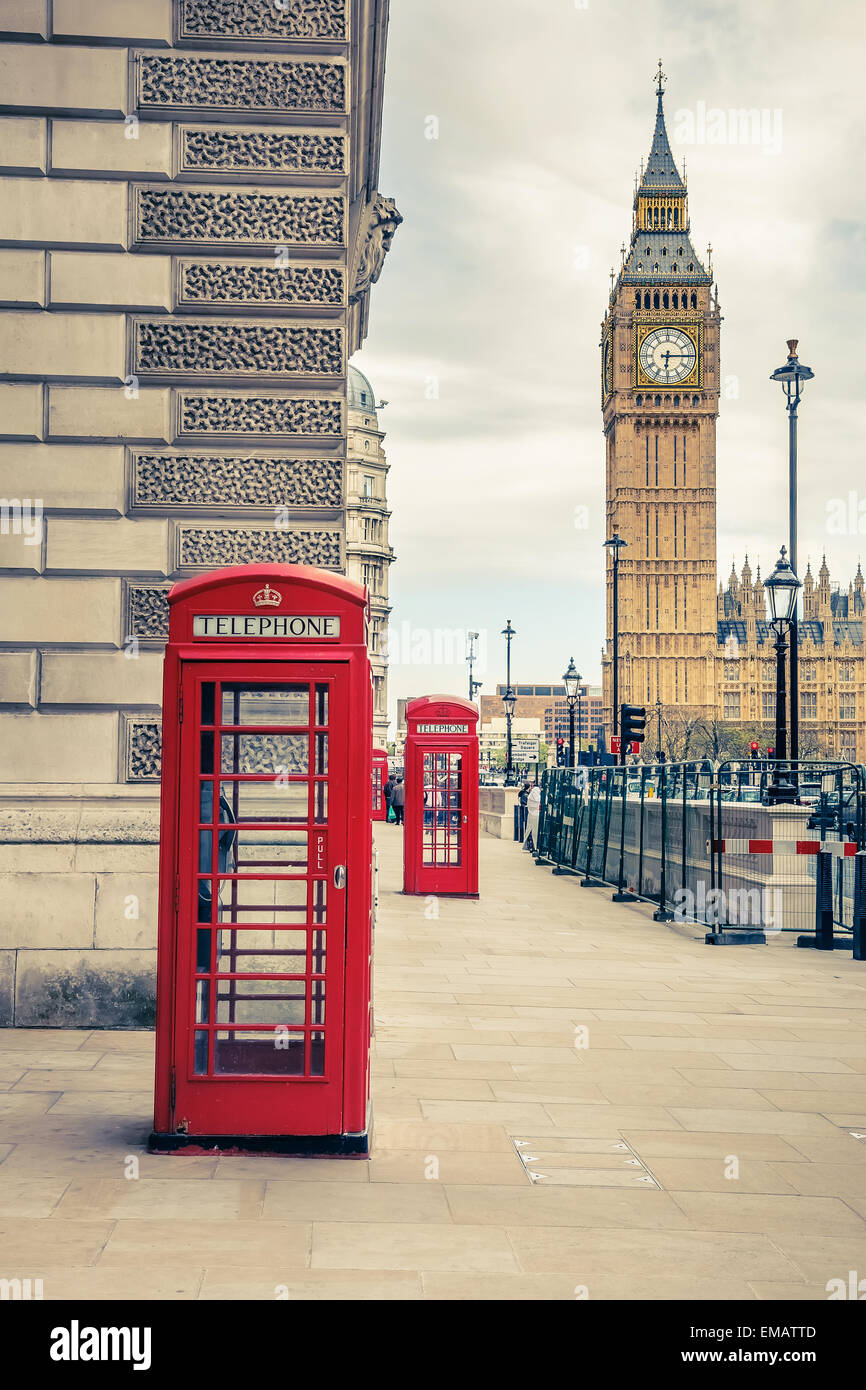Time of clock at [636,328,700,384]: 6:14
